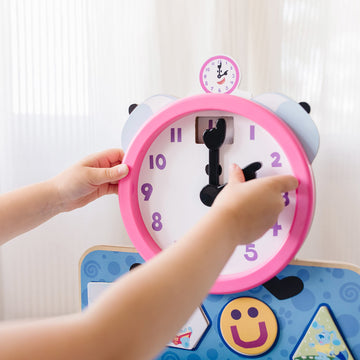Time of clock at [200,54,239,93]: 2:00
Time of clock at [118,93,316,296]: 2:00
